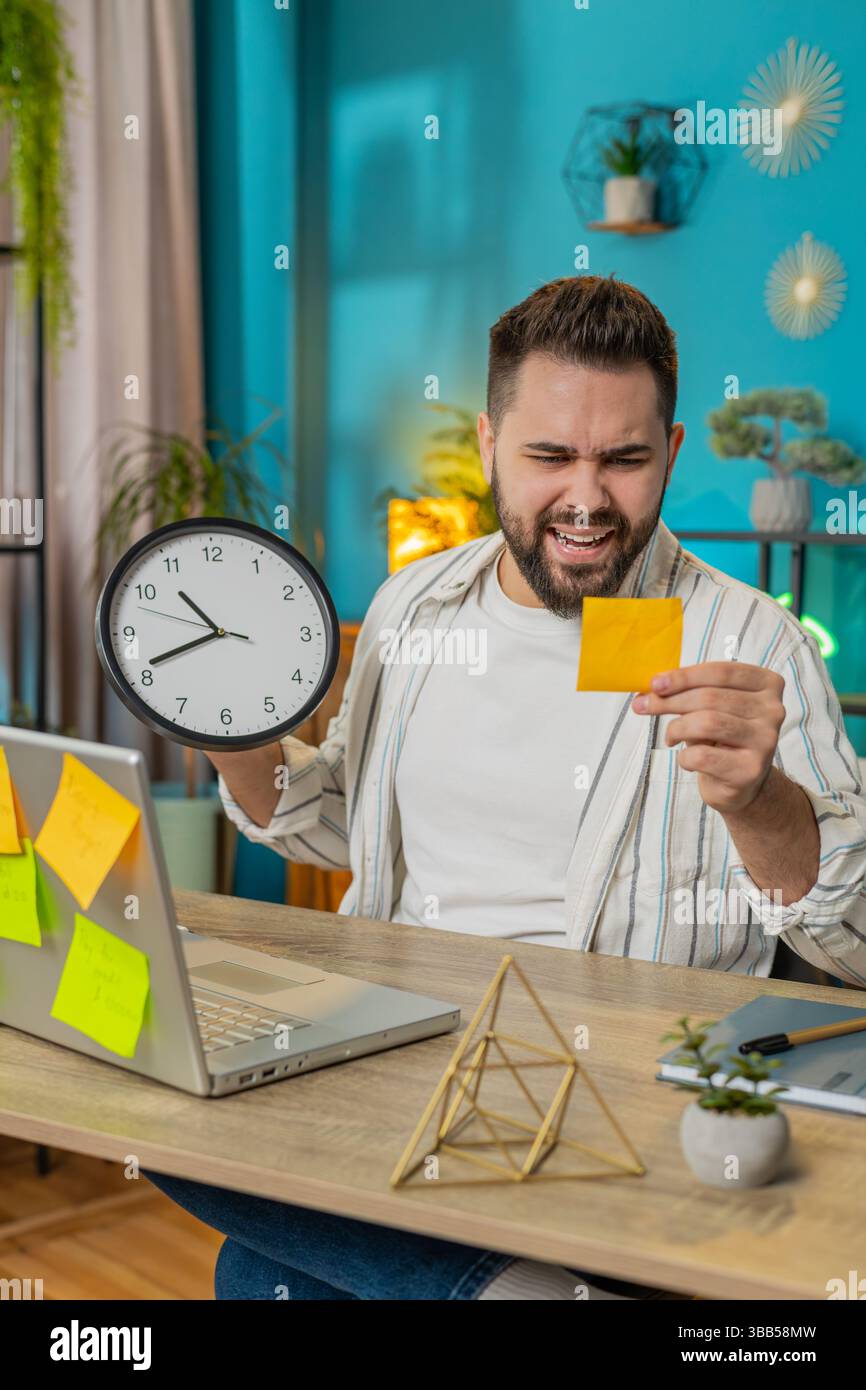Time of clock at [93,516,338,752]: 10:40
